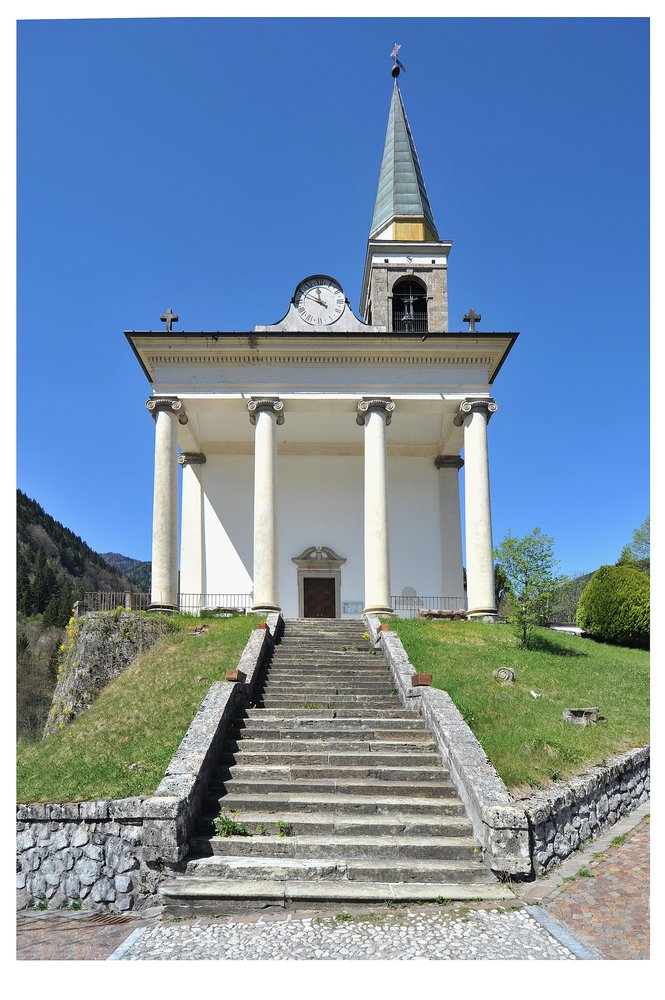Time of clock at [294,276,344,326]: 11:49
